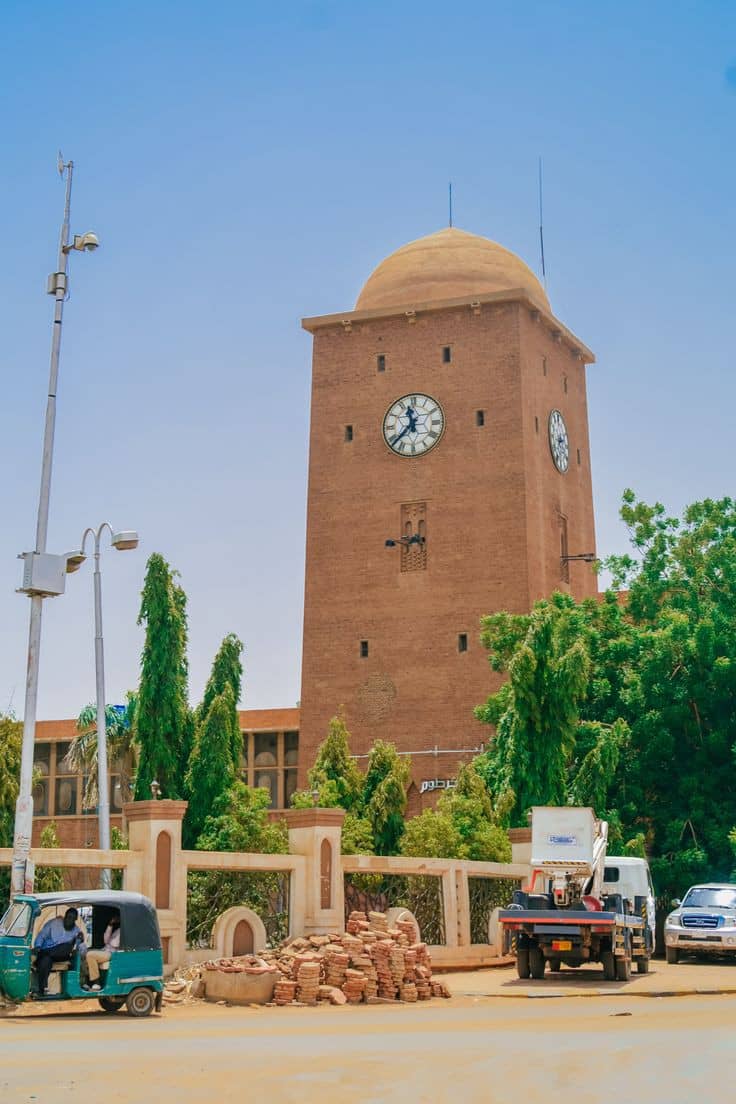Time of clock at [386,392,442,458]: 11:37
